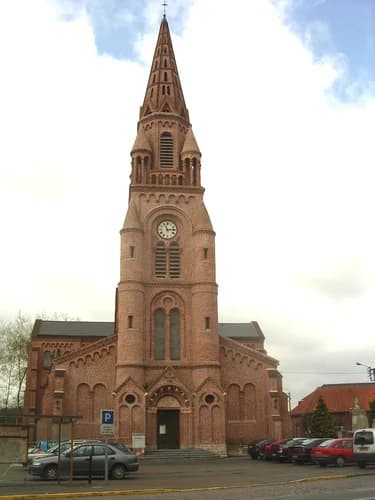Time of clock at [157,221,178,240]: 11:13
